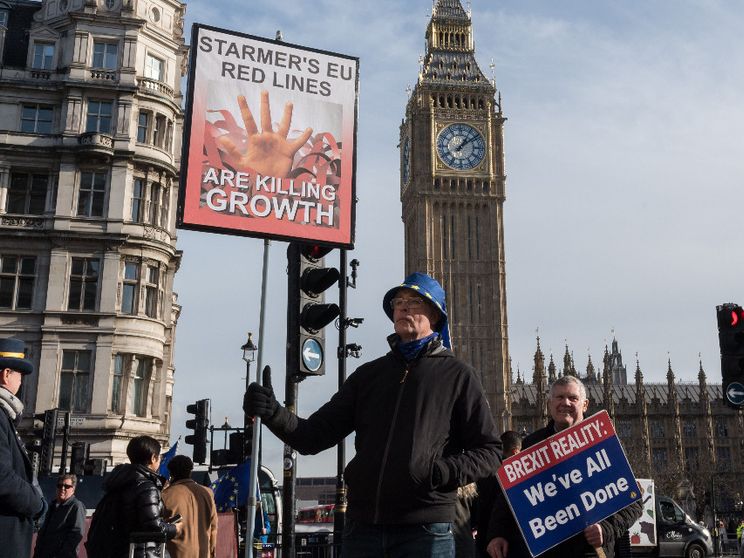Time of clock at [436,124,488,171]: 1:08
